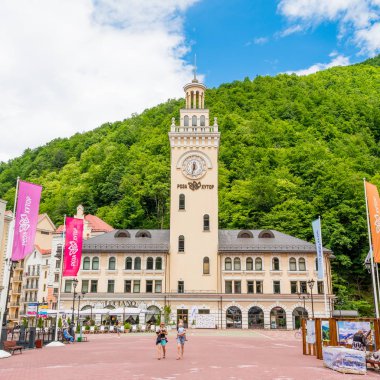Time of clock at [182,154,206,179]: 5:31
